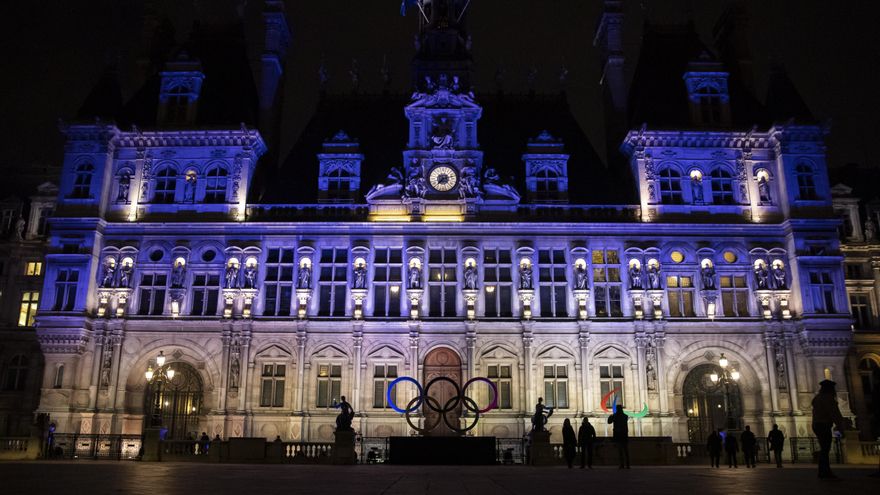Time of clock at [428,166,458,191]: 7:12
